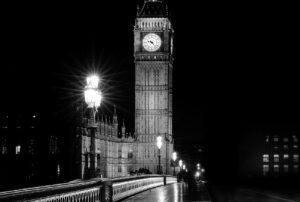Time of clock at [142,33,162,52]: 9:23
